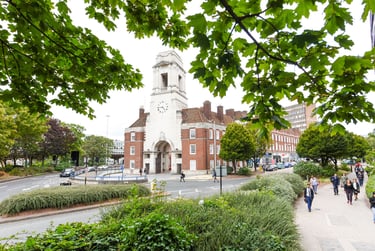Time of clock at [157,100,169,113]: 4:44
